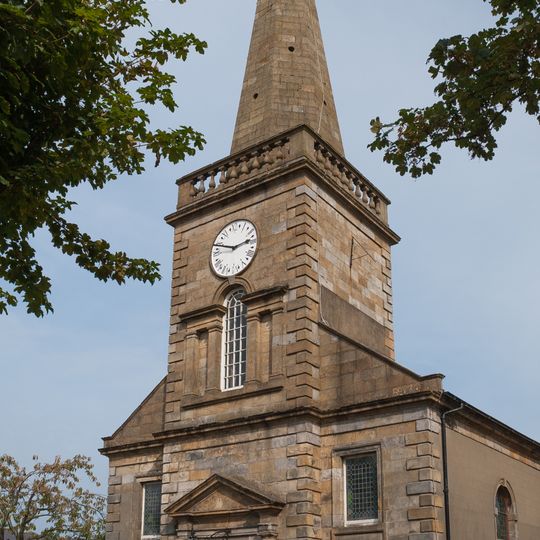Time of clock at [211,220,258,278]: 2:48
